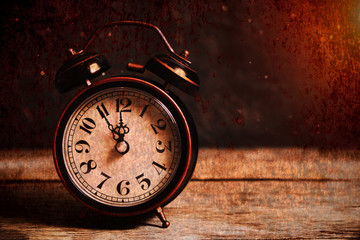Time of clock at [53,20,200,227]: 11:54
